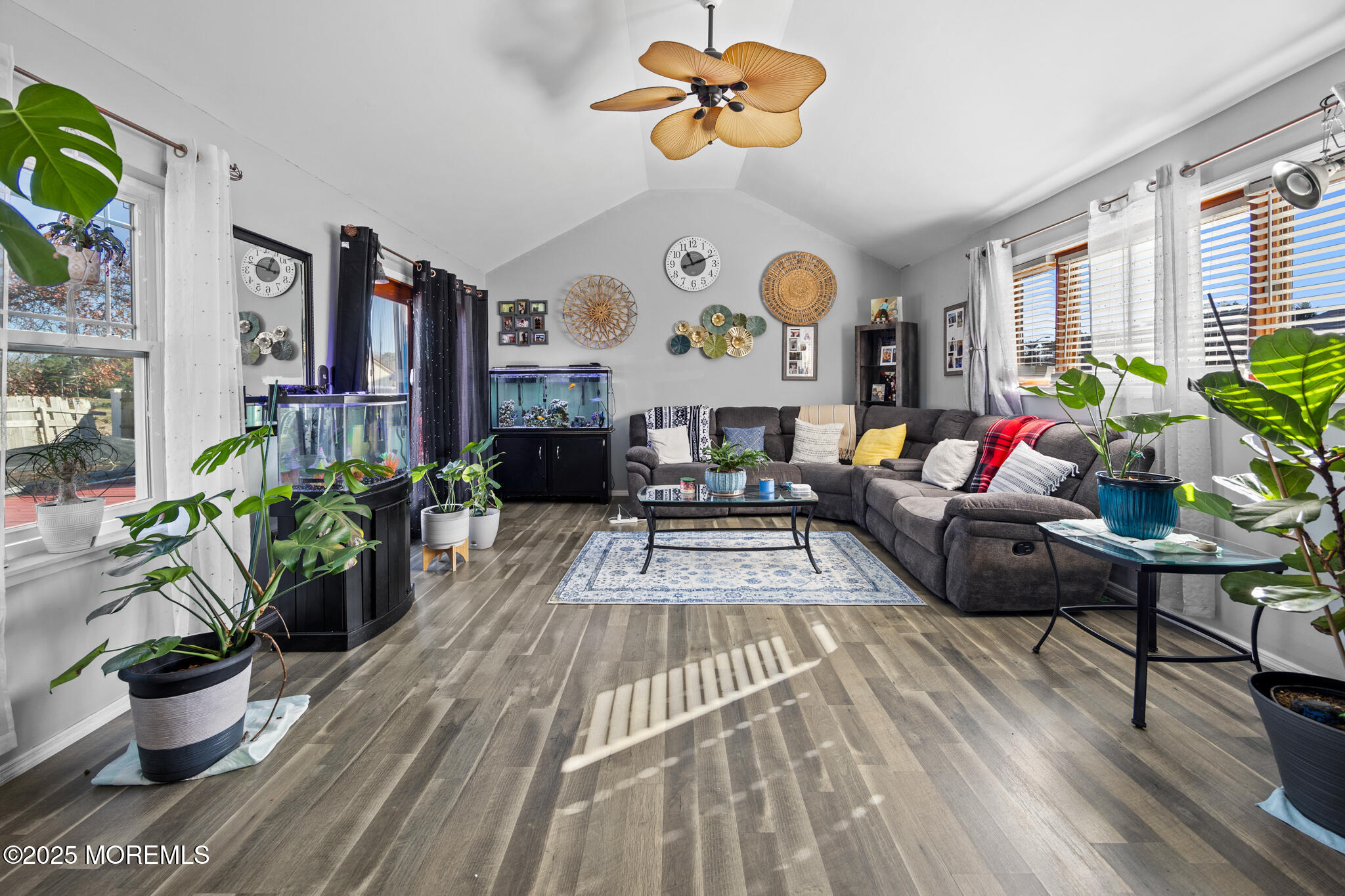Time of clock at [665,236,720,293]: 11:11
